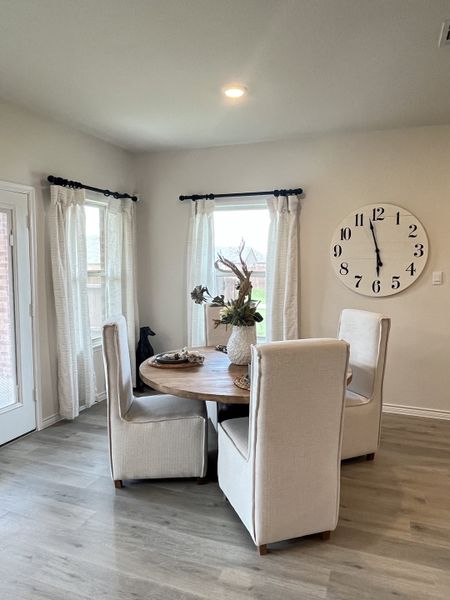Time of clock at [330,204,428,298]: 5:57
